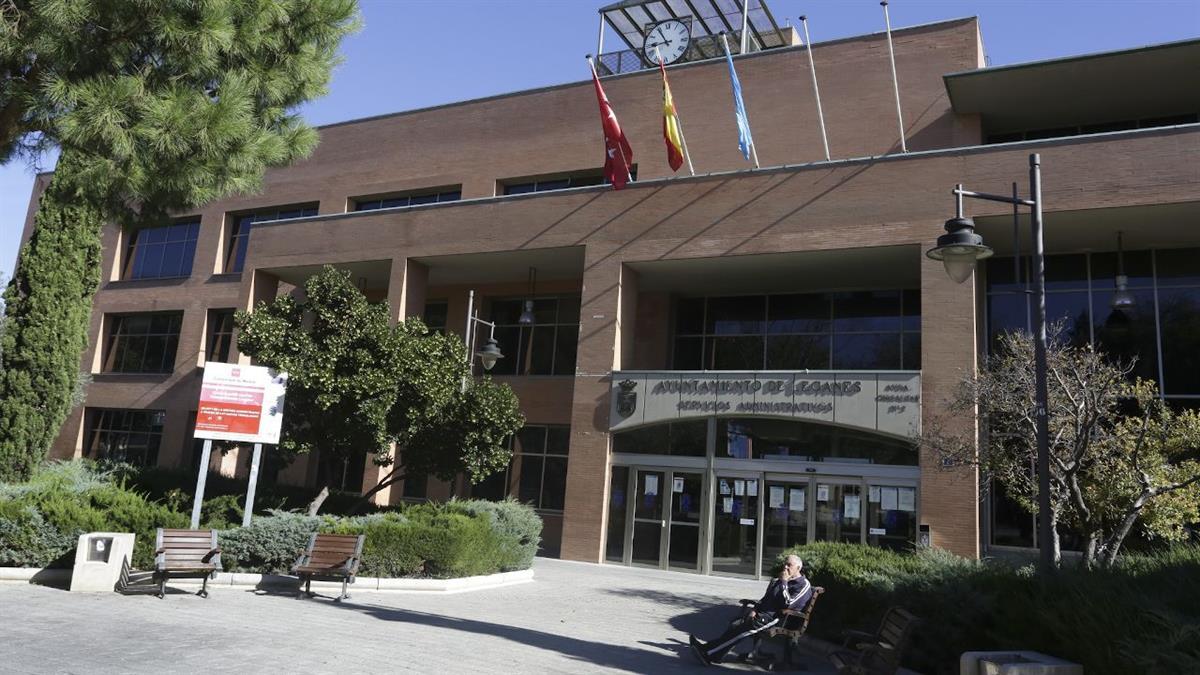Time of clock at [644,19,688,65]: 8:54
